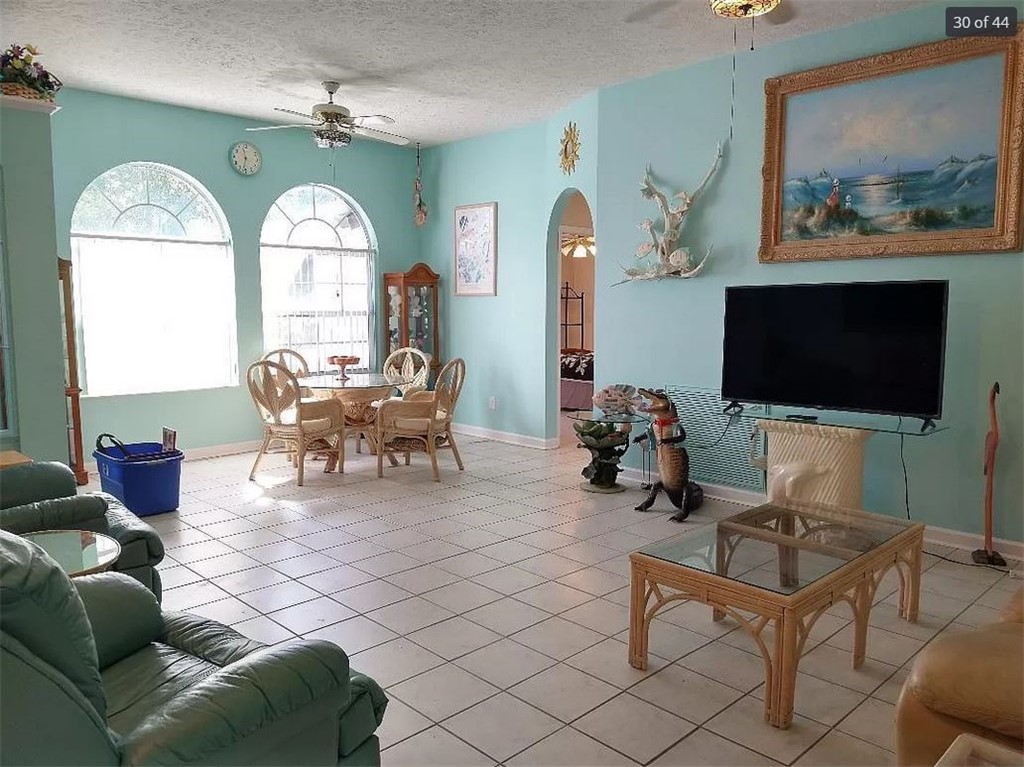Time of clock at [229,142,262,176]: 11:32
